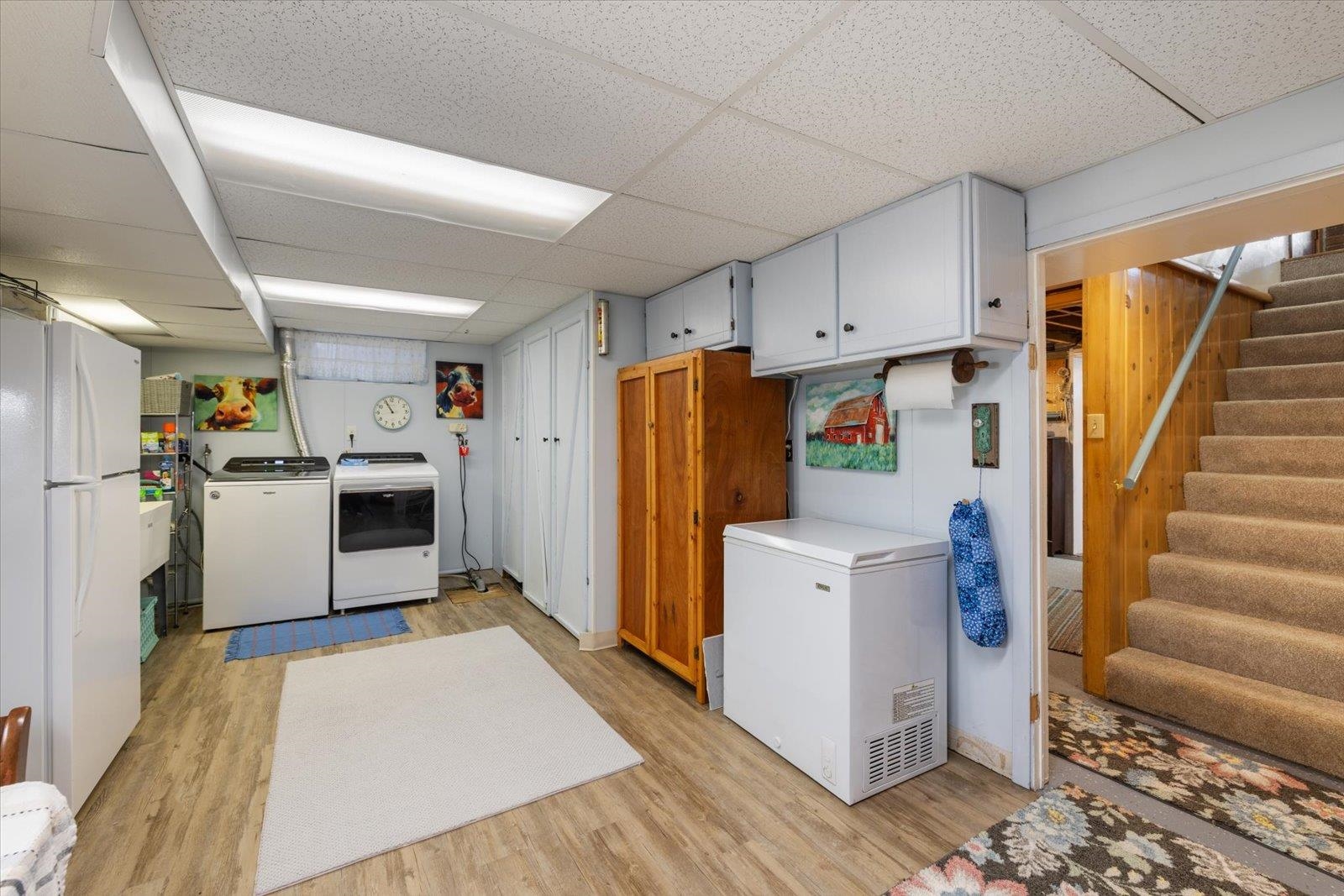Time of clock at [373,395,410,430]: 10:55
